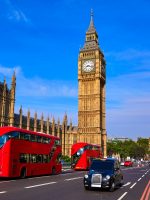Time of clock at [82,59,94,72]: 8:17
